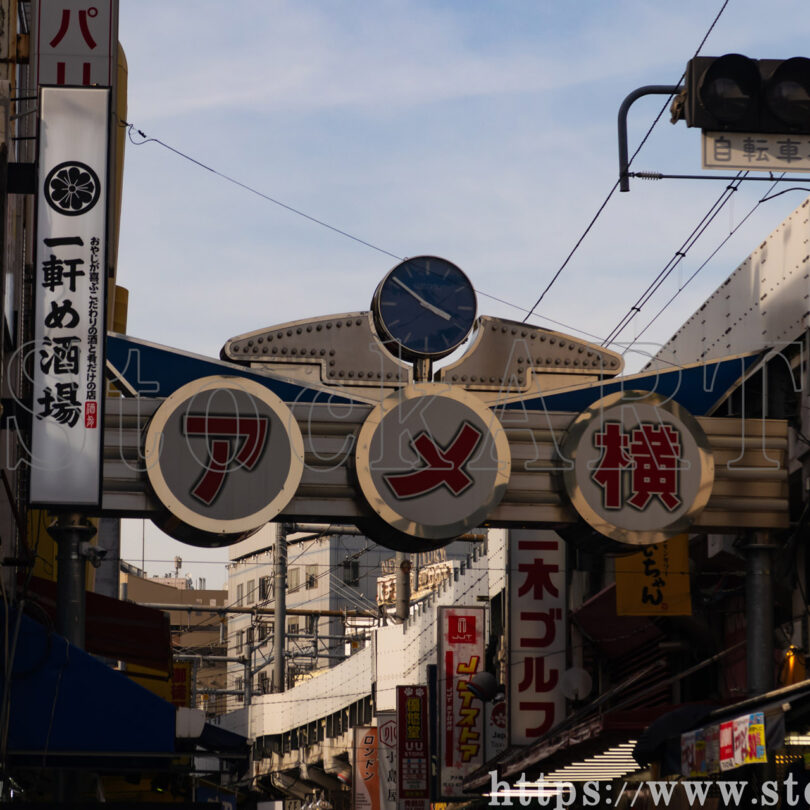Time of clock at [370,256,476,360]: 3:51
